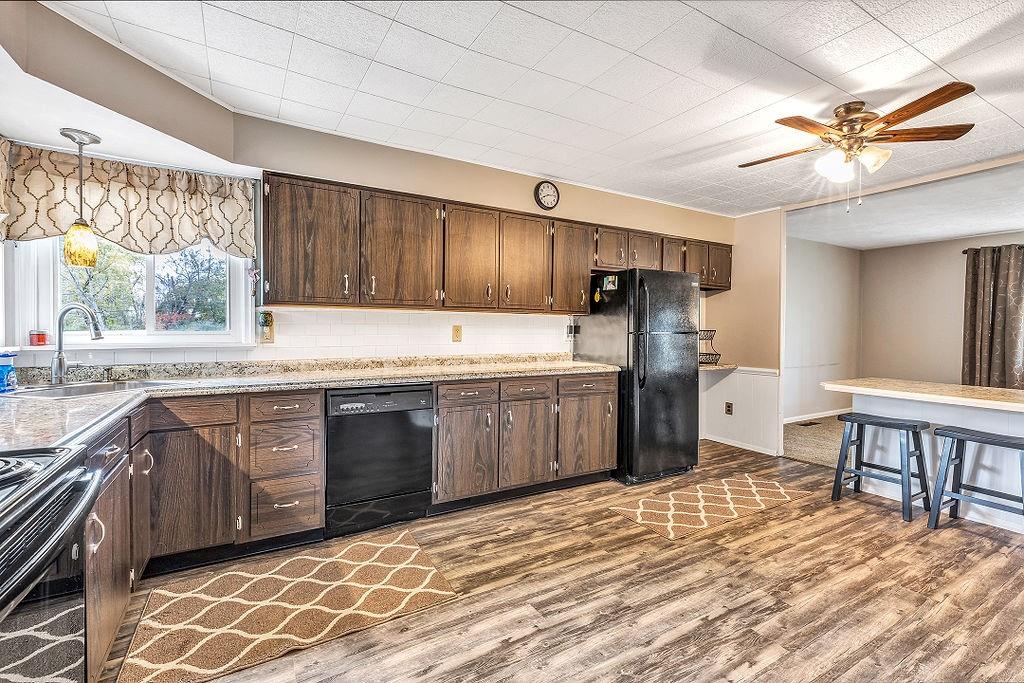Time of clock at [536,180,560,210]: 8:14
